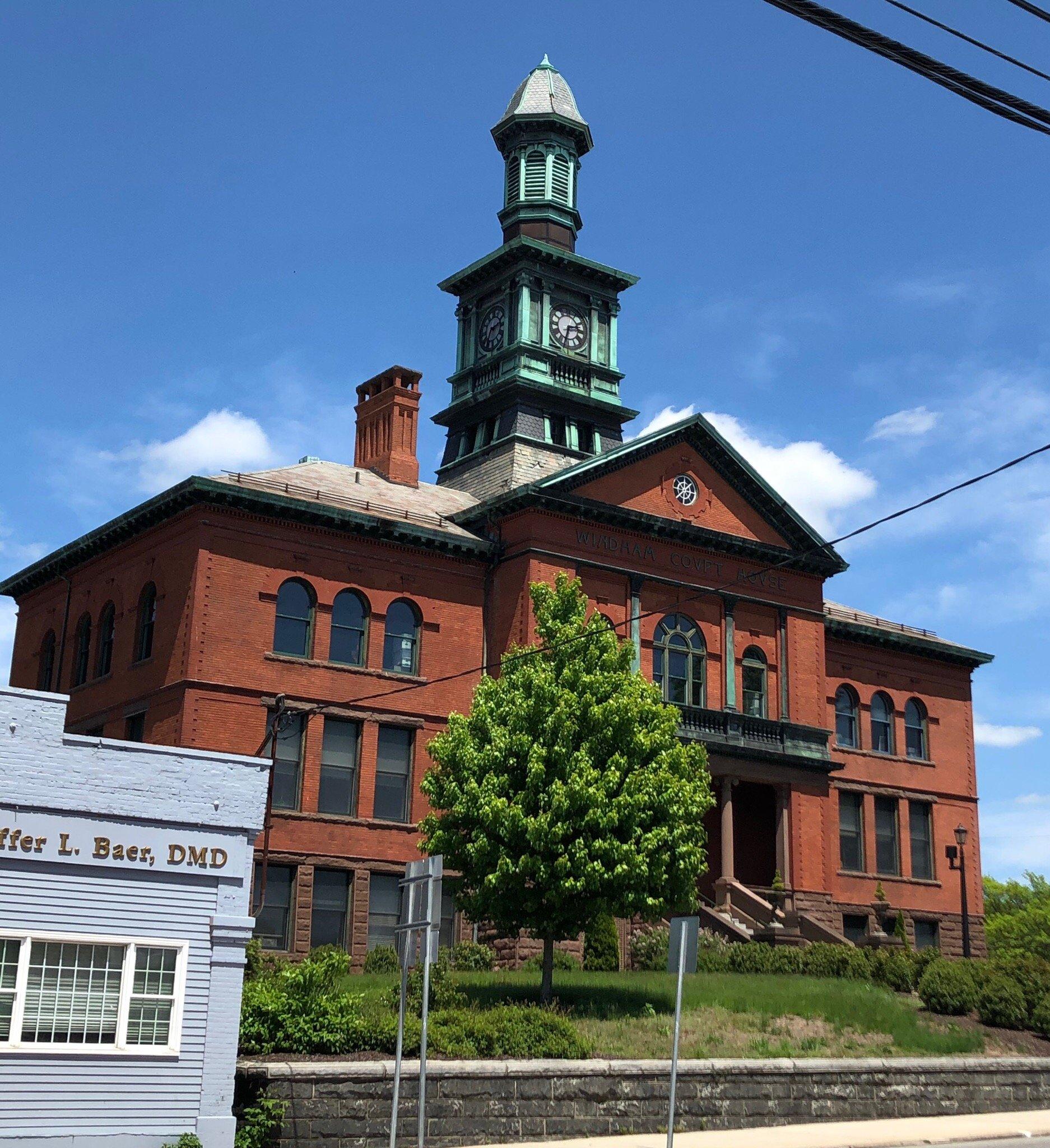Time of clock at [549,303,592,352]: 2:33
